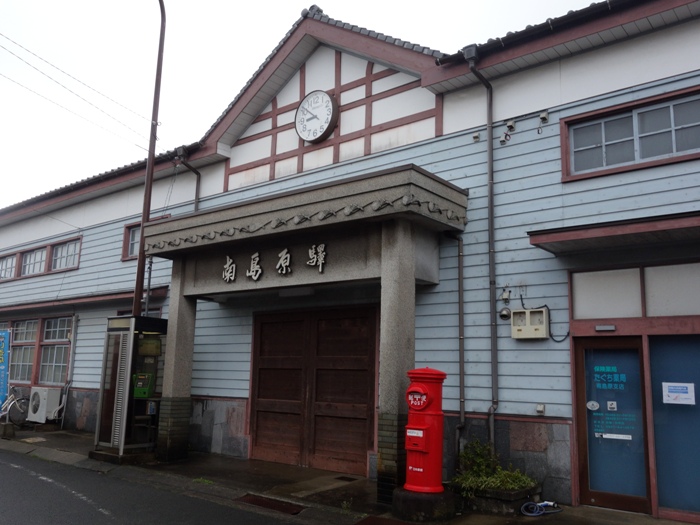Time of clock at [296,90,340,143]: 8:51
